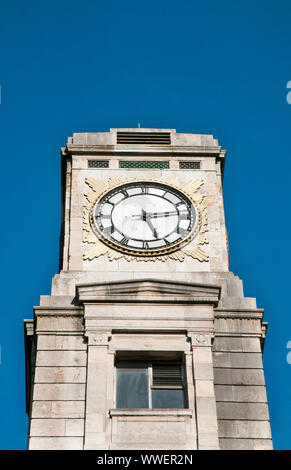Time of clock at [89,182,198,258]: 5:13
